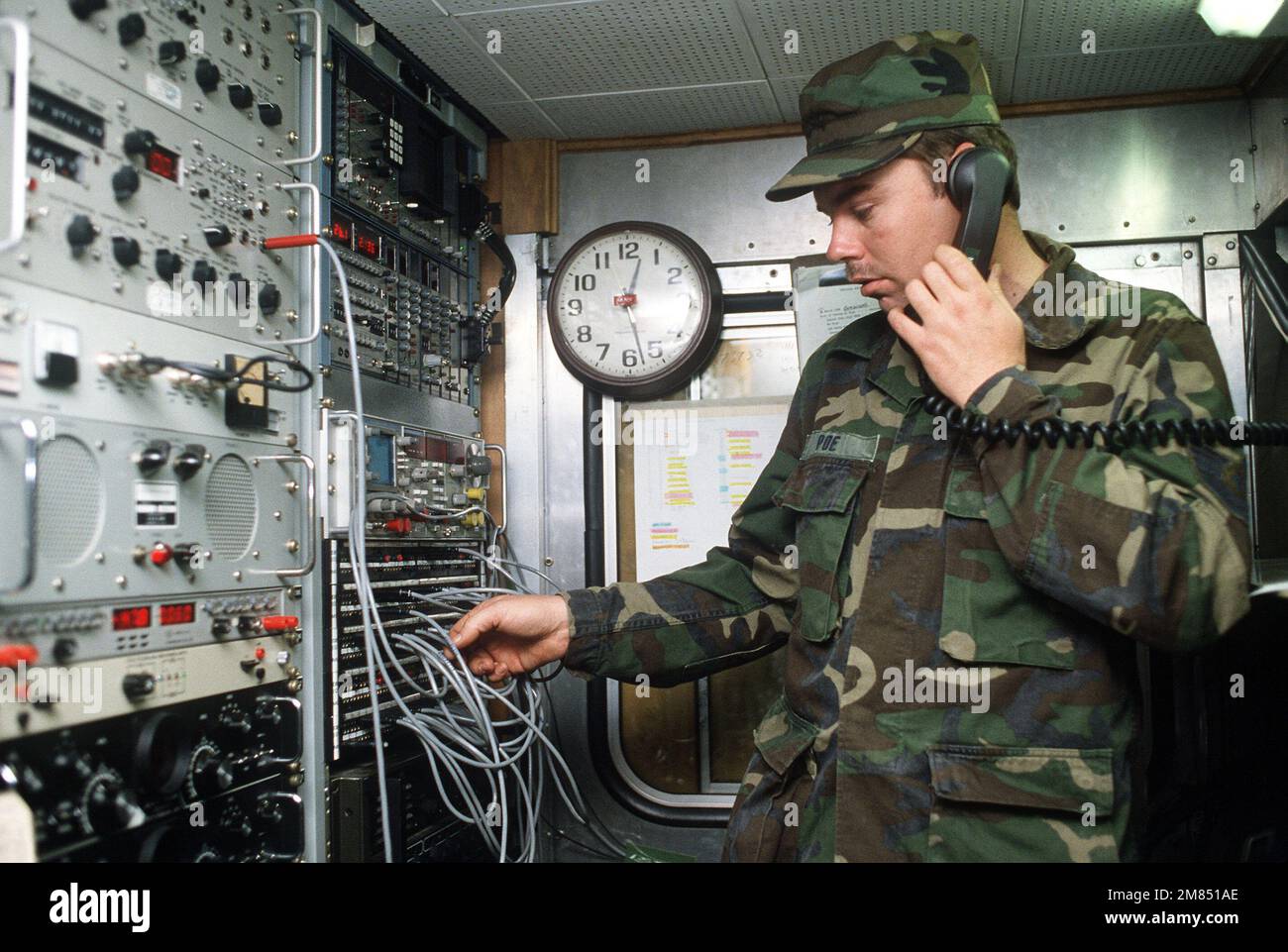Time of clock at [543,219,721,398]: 12:27
